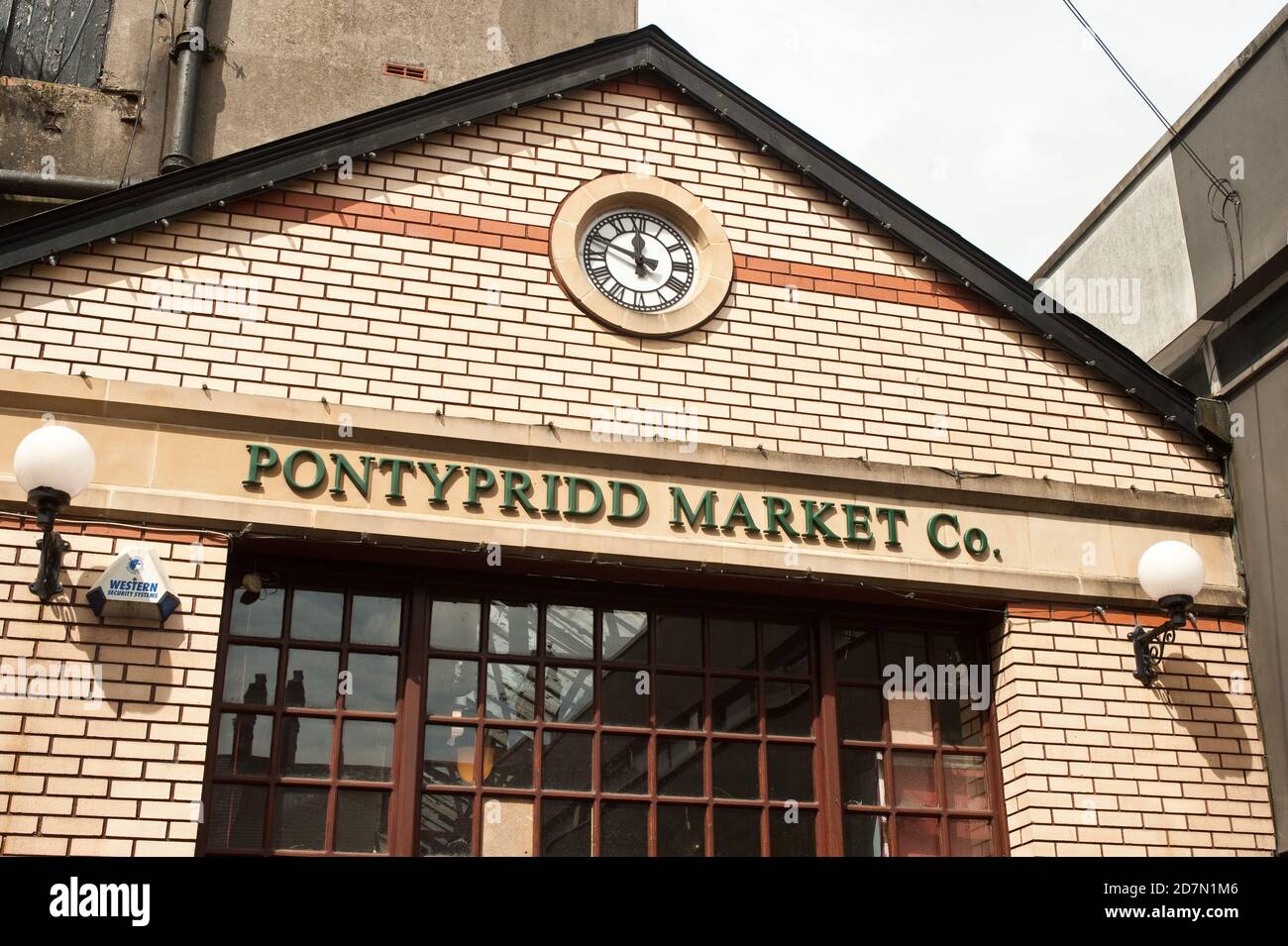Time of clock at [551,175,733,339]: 11:48
